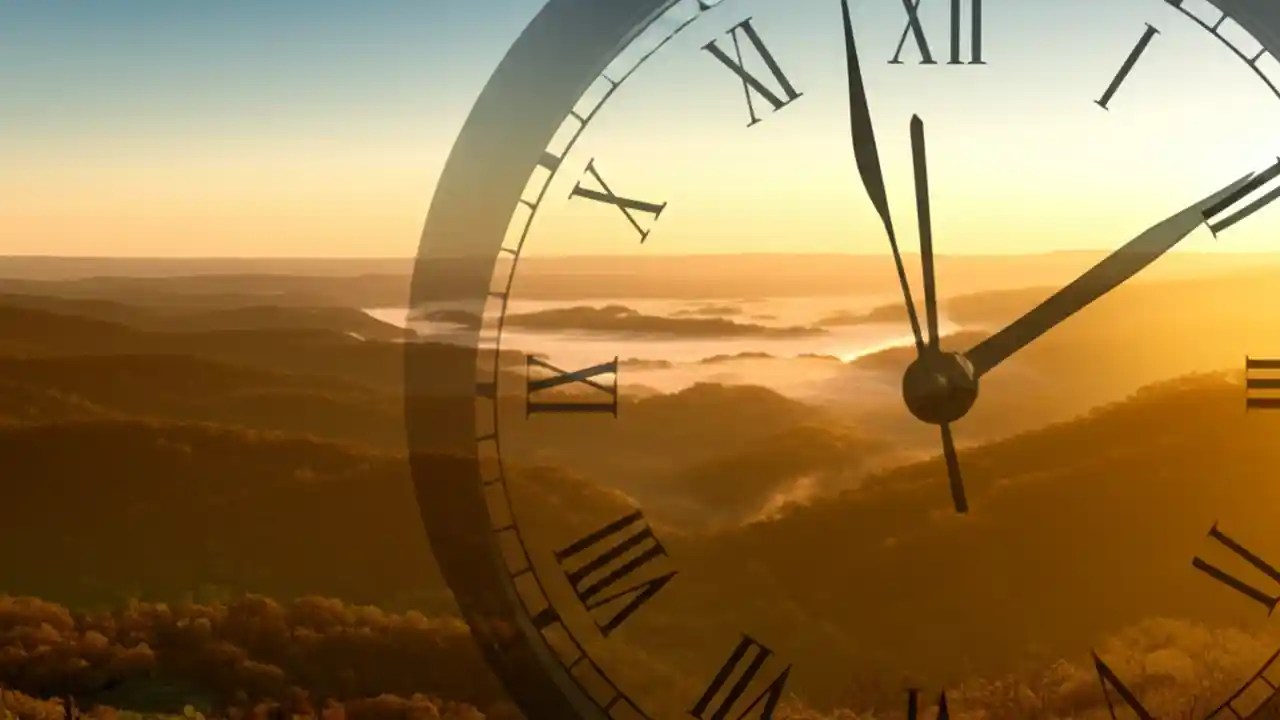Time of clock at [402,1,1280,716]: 1:57
